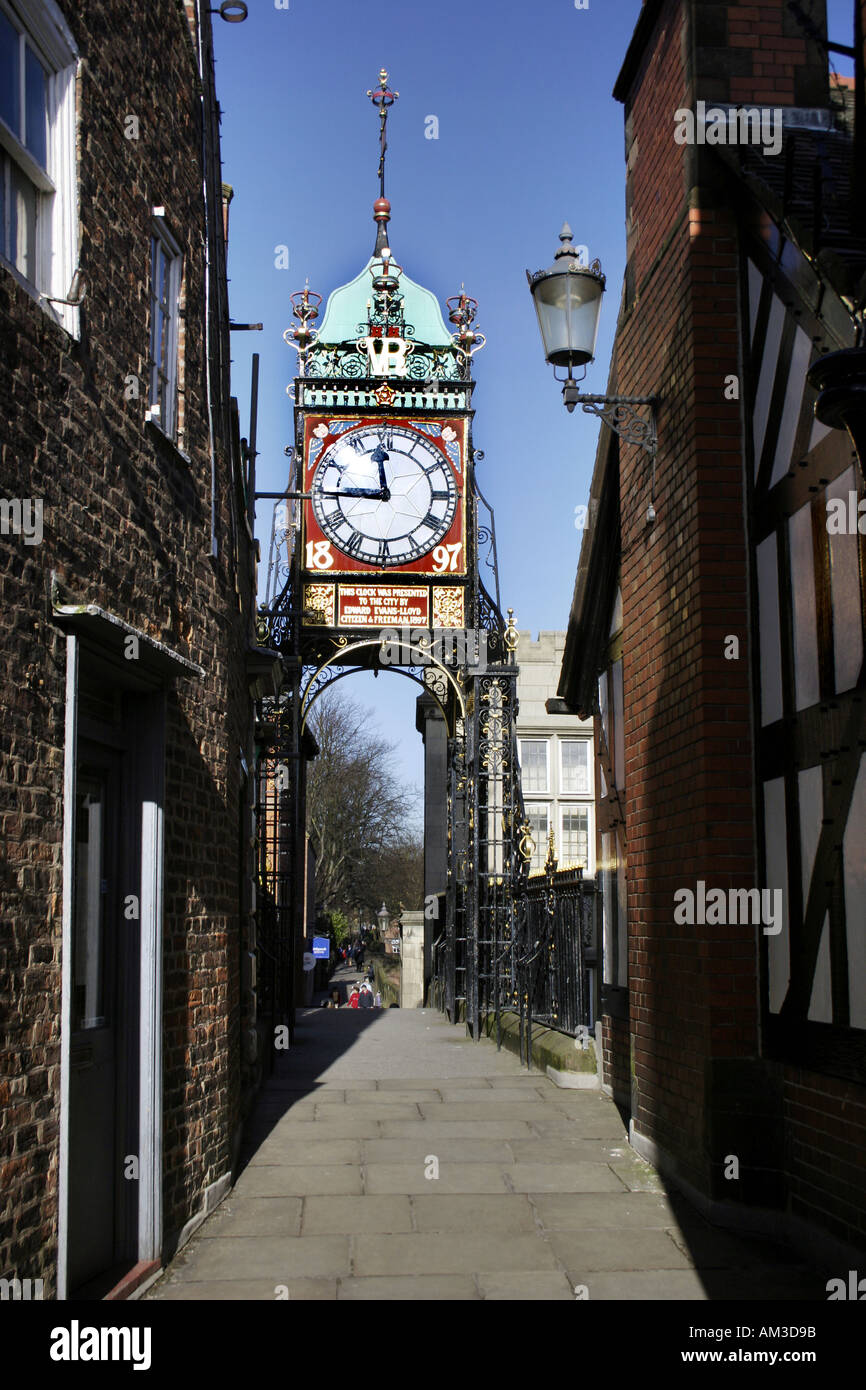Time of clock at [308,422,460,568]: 11:44
